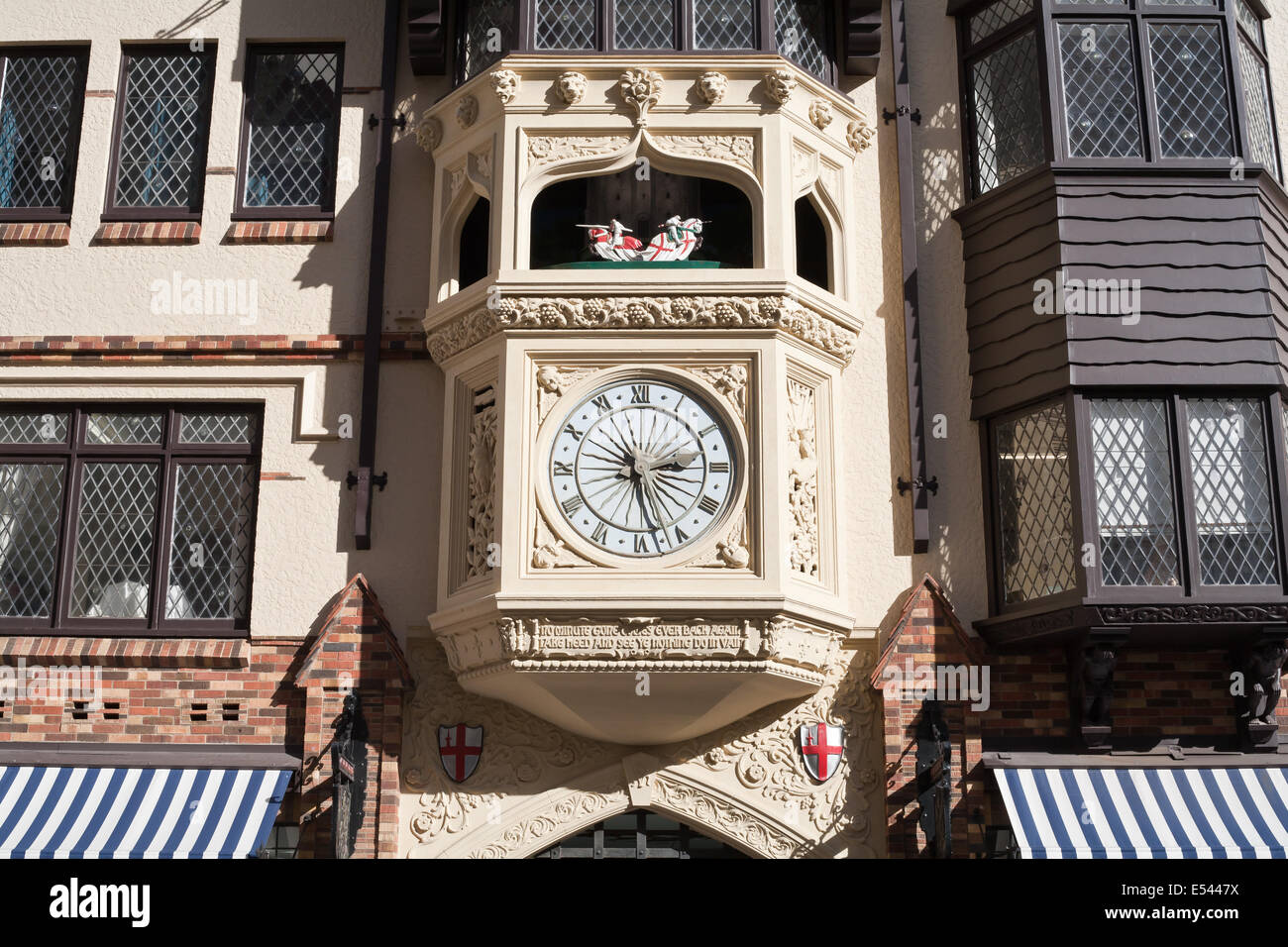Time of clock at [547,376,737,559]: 2:27
